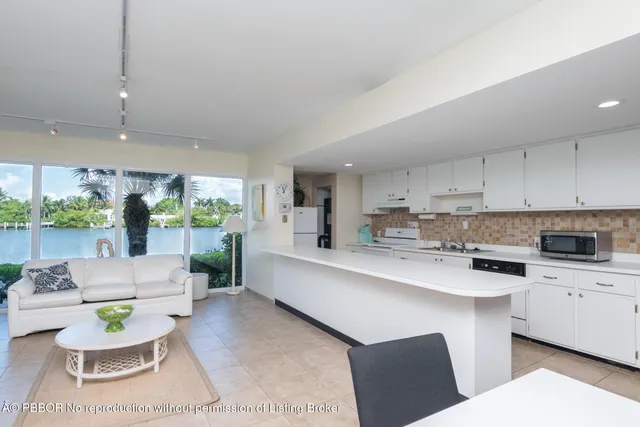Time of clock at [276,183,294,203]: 11:03
